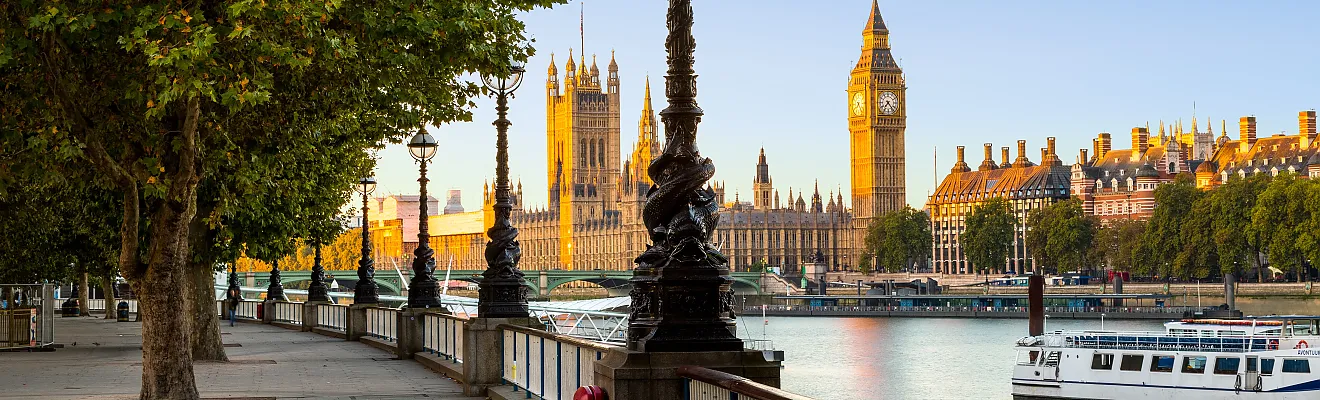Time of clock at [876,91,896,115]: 7:23
